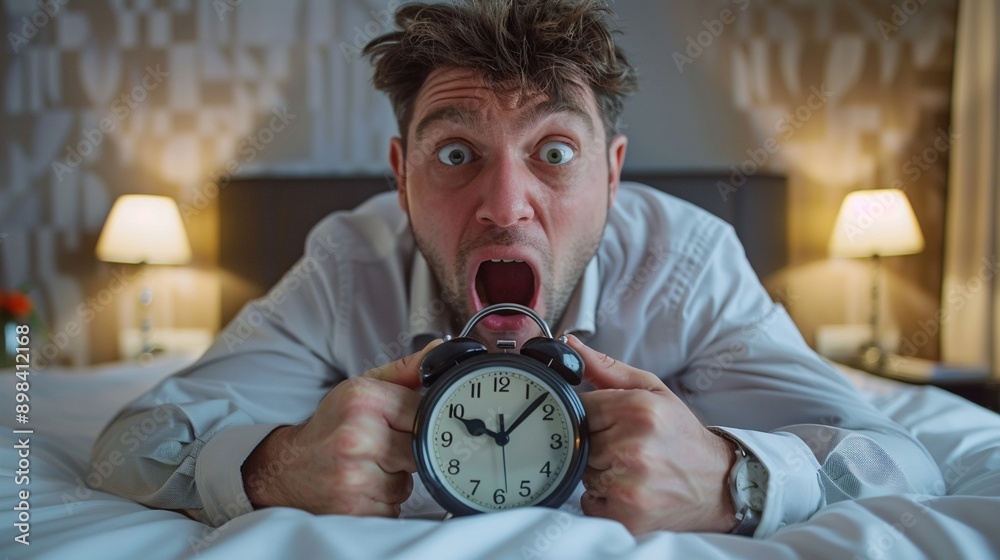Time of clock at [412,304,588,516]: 10:07
